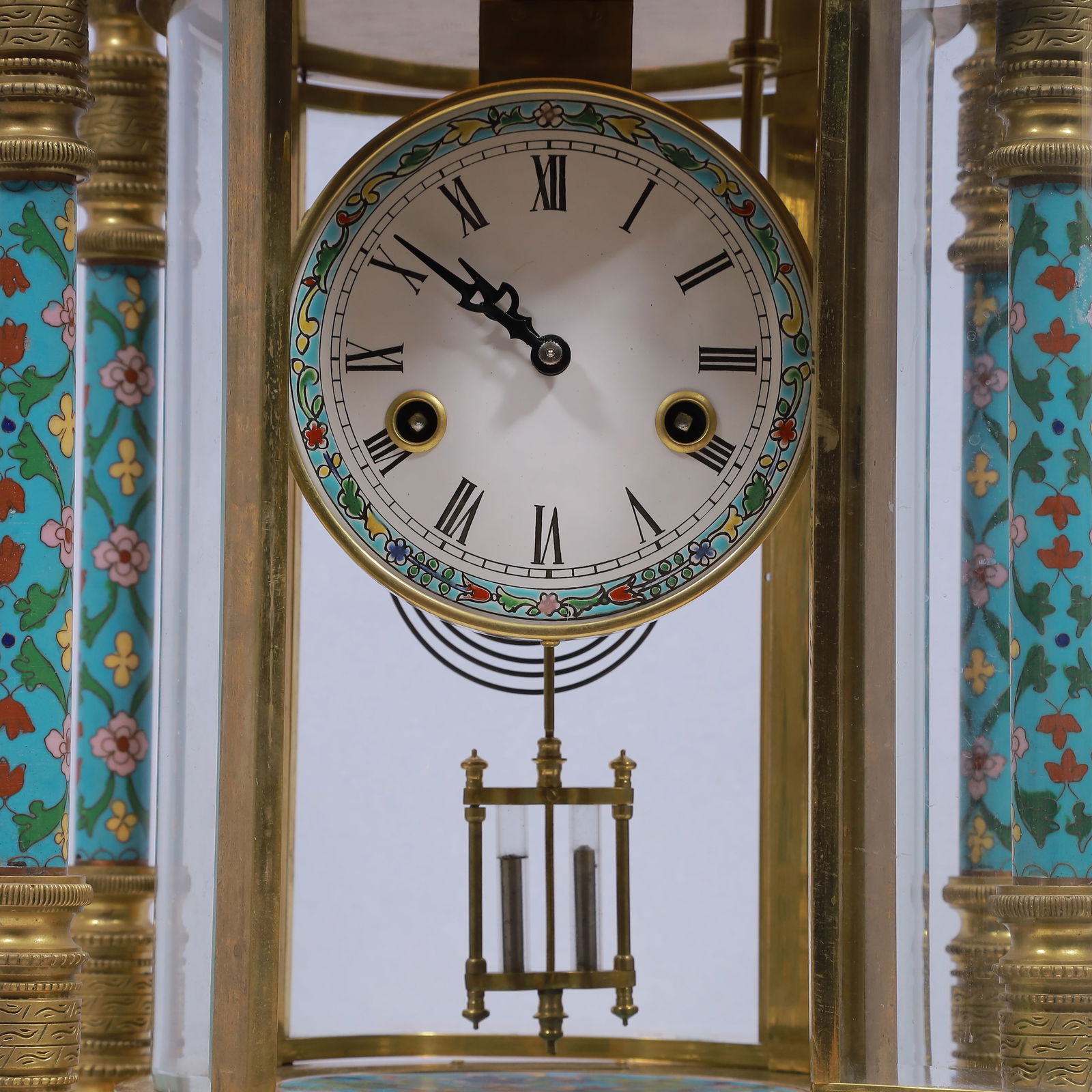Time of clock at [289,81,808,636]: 10:51
